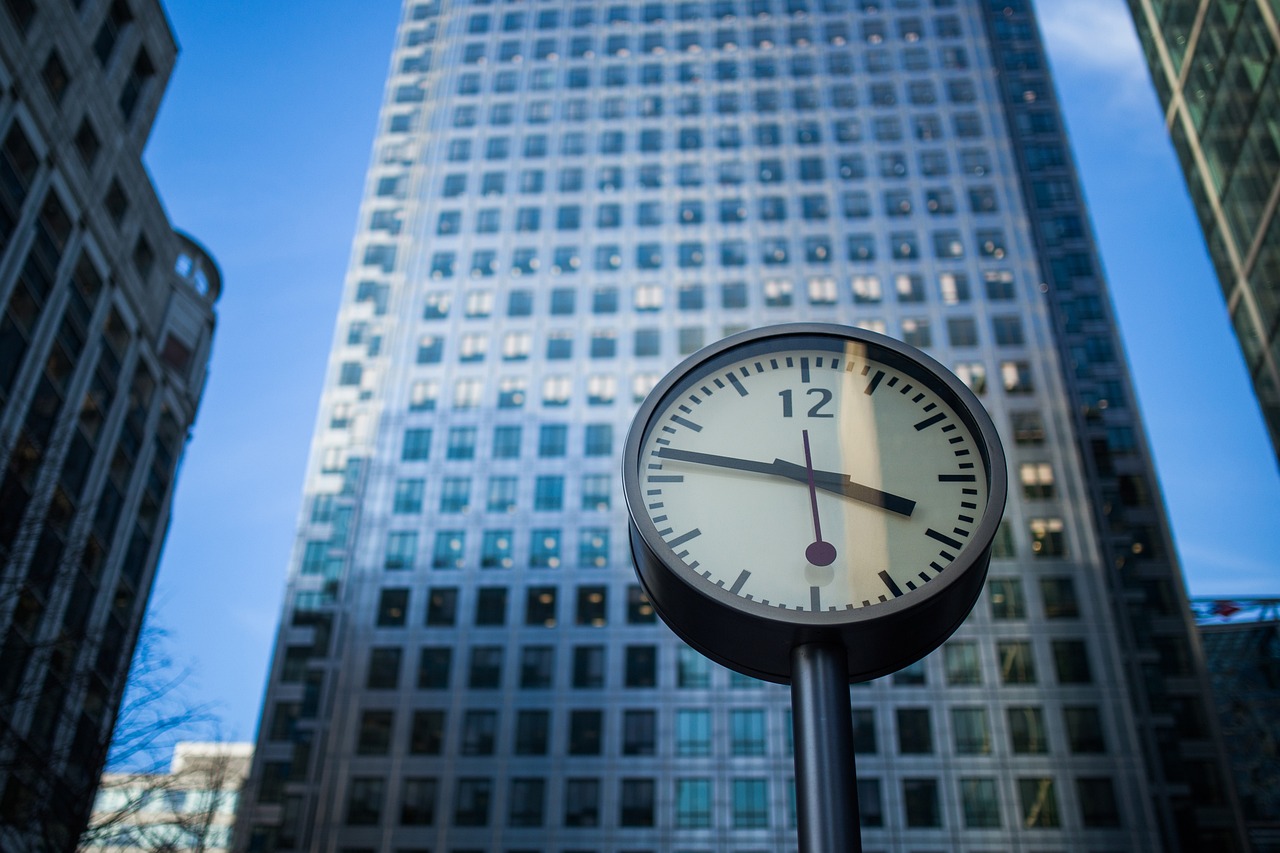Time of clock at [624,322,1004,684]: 3:47
